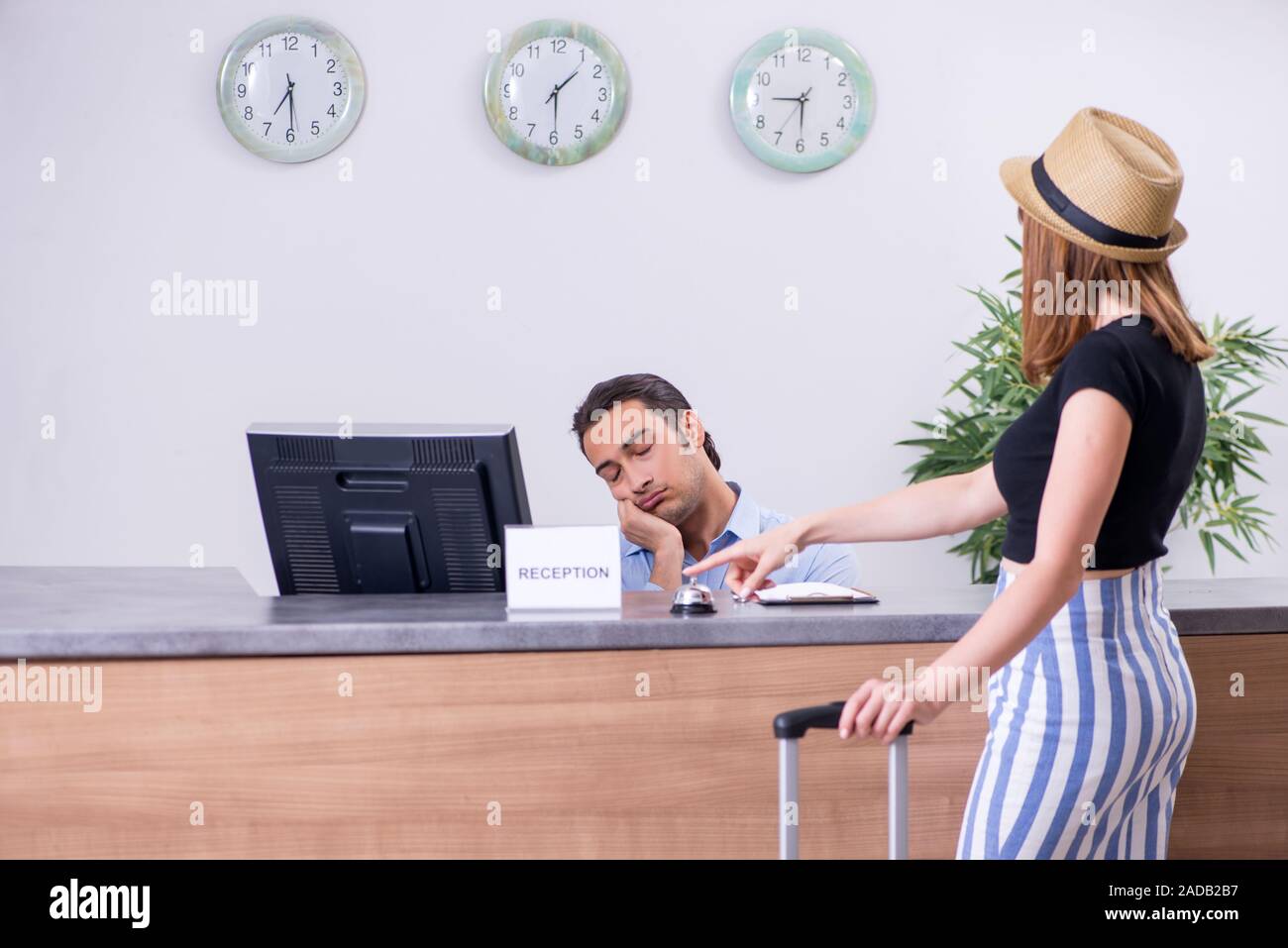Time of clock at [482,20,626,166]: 1:29
